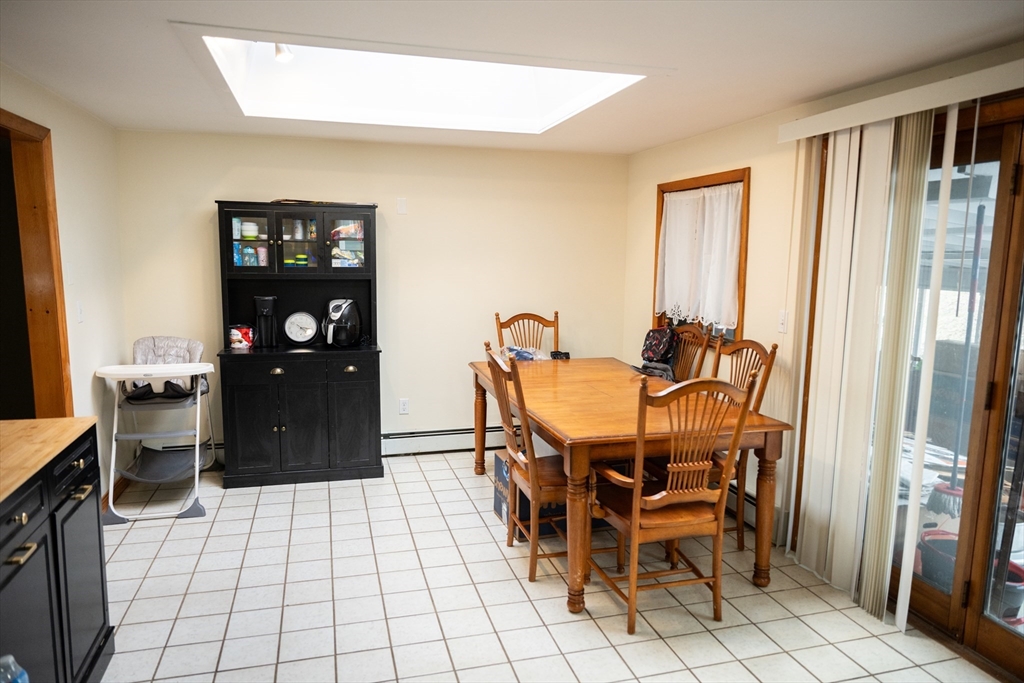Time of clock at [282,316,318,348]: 4:16
